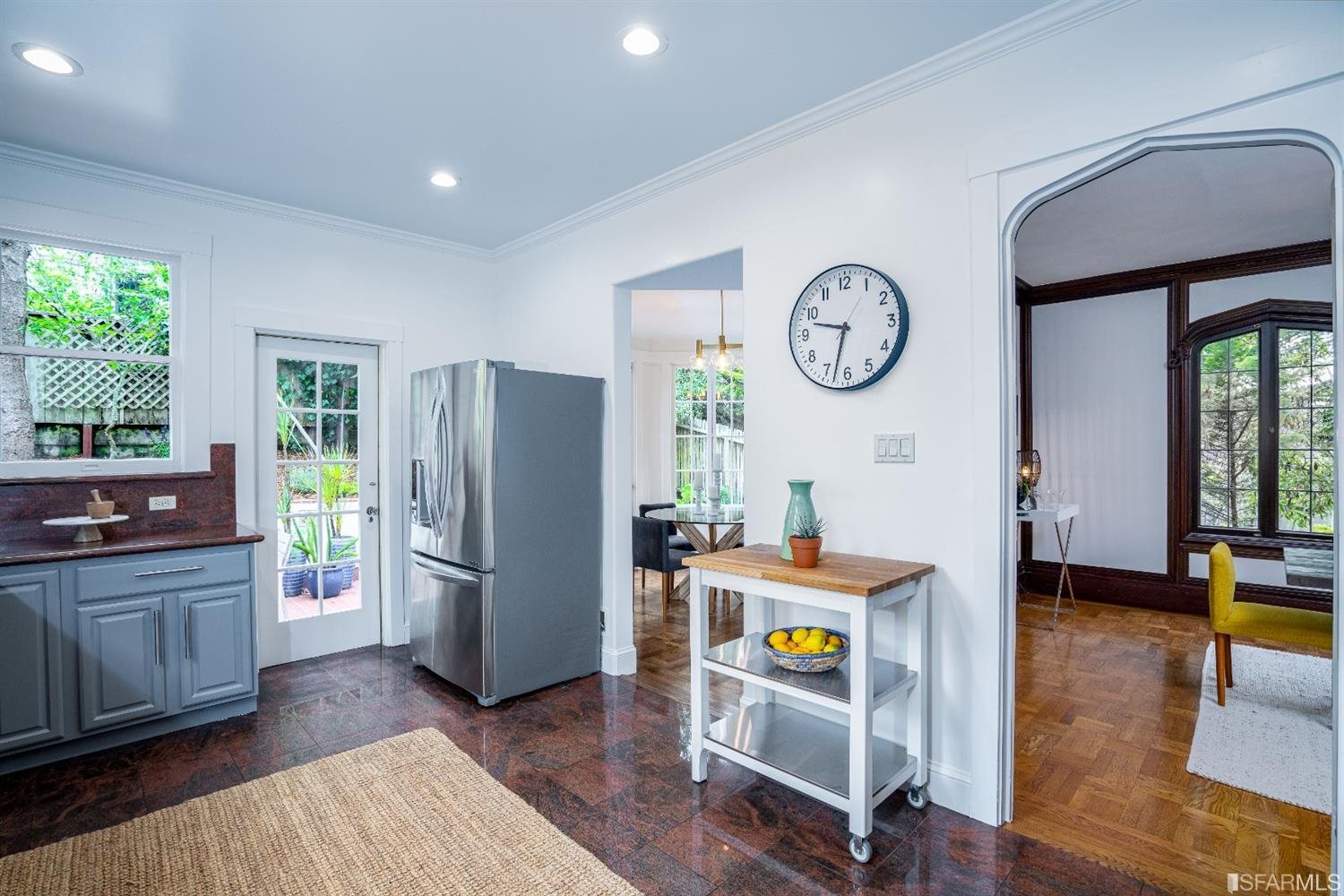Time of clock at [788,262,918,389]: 9:32
